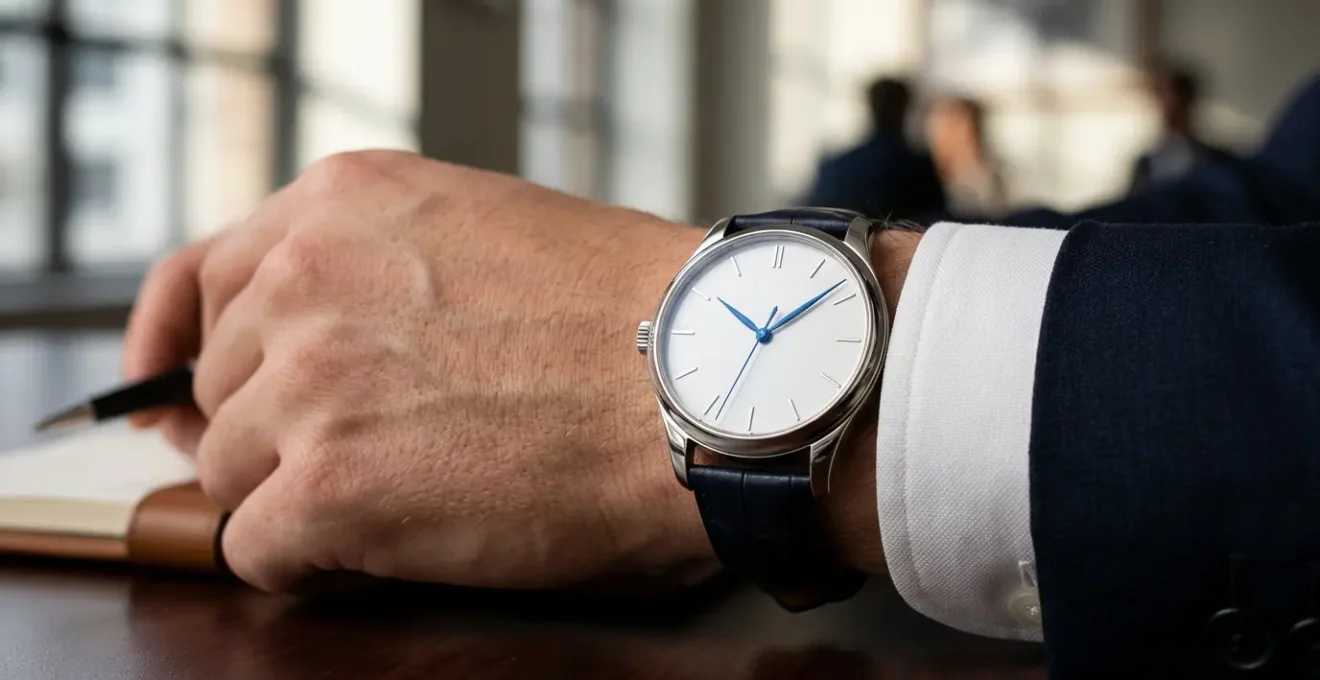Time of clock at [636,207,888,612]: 10:08
